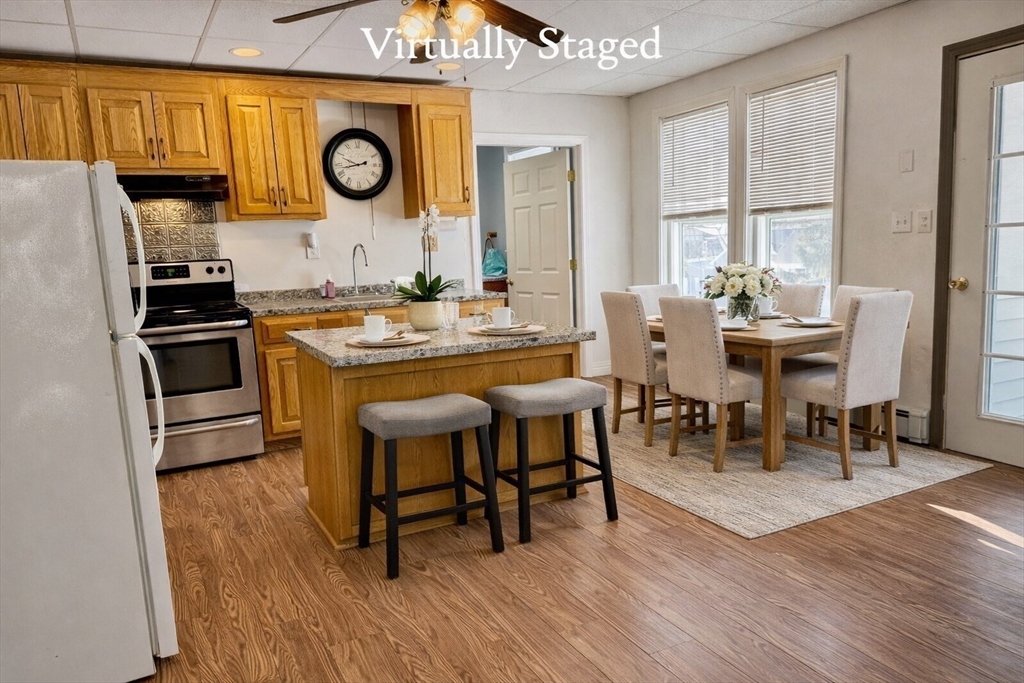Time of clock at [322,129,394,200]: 9:42
